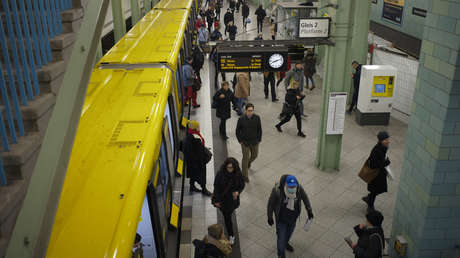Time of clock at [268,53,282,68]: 8:12
